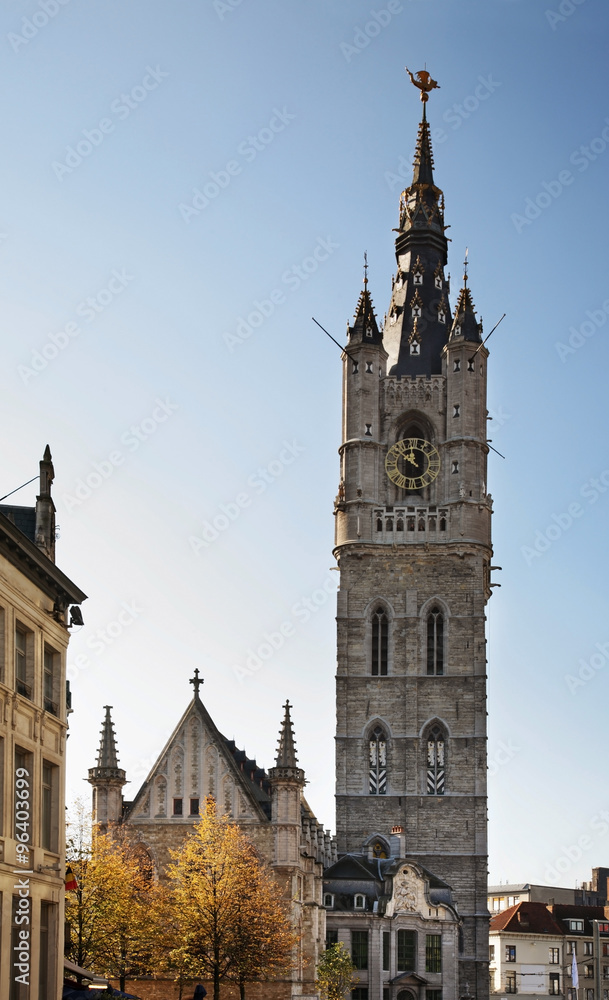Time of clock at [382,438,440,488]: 11:51
